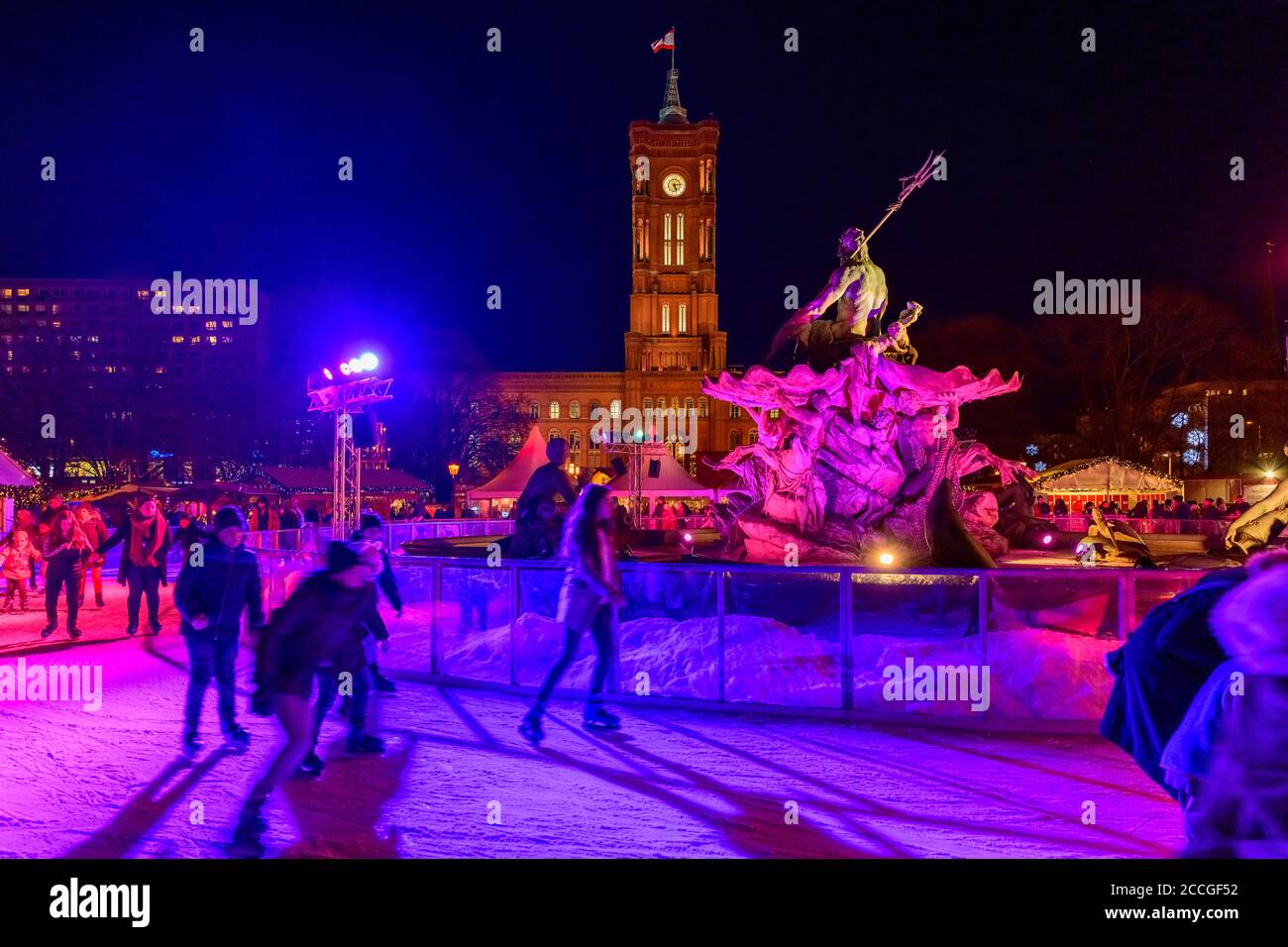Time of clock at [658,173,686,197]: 5:14
